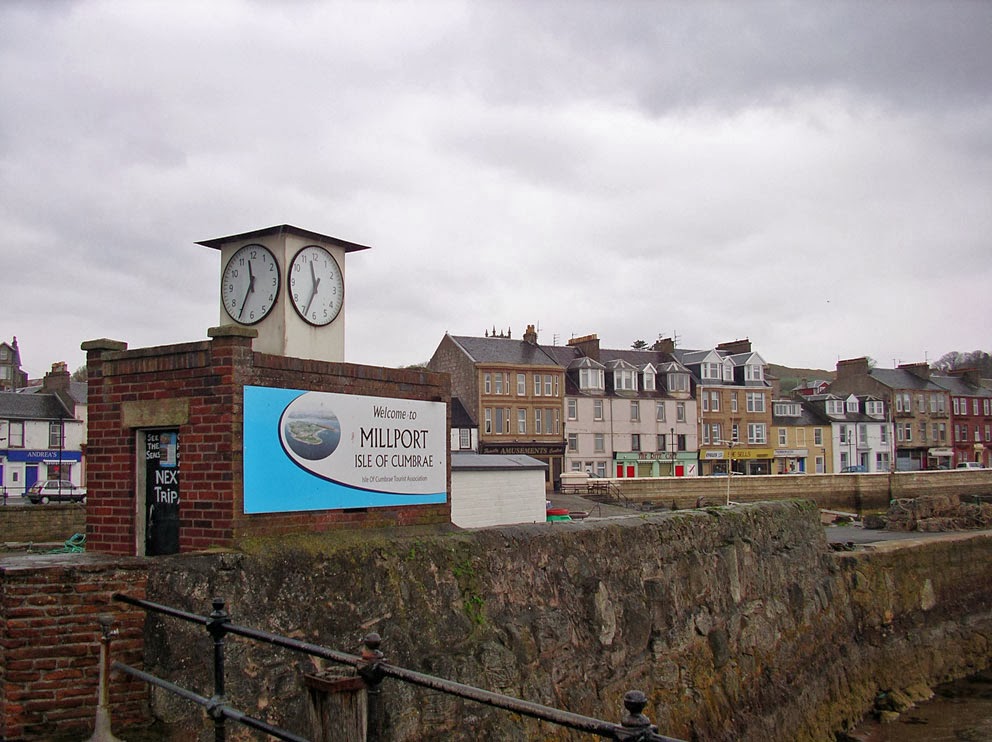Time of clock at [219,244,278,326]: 11:35
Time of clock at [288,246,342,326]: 11:34
